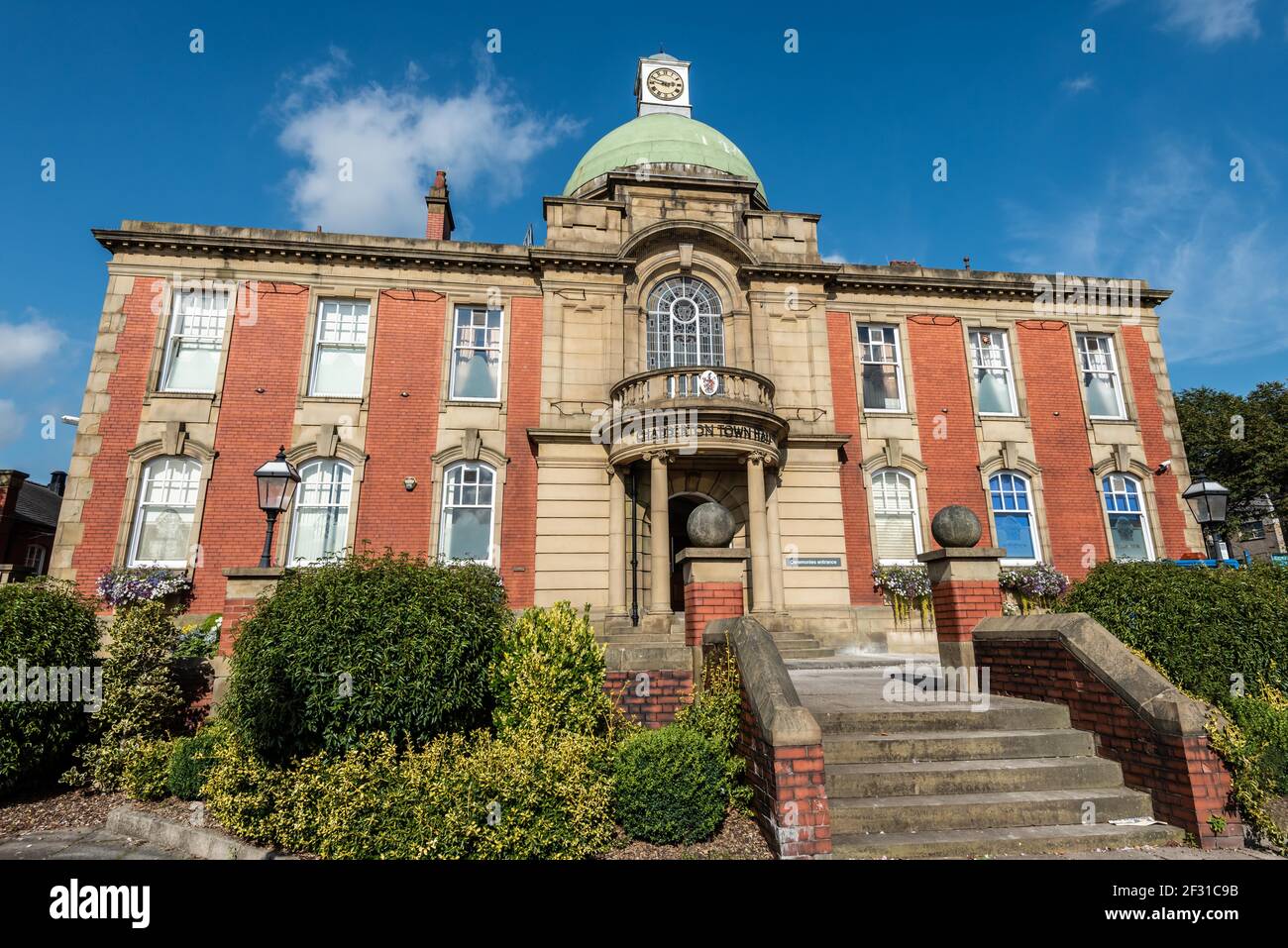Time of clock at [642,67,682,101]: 2:48
